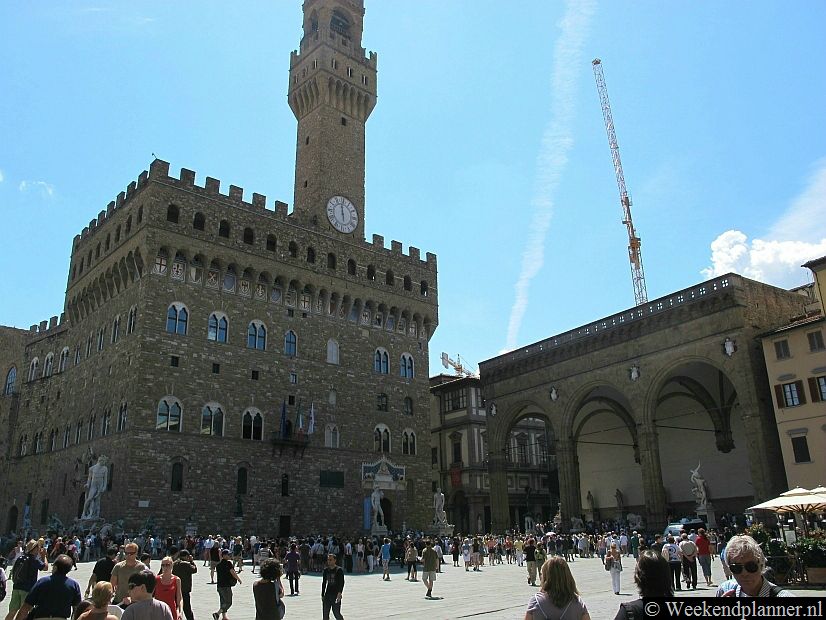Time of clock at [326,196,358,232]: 5:59
